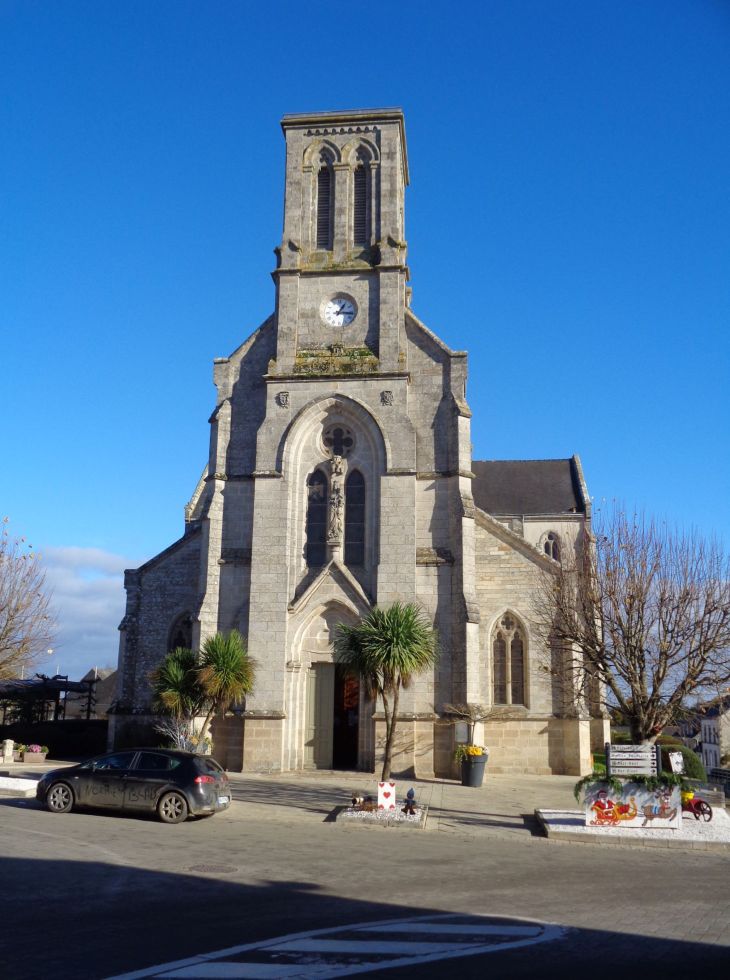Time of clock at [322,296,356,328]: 1:16
